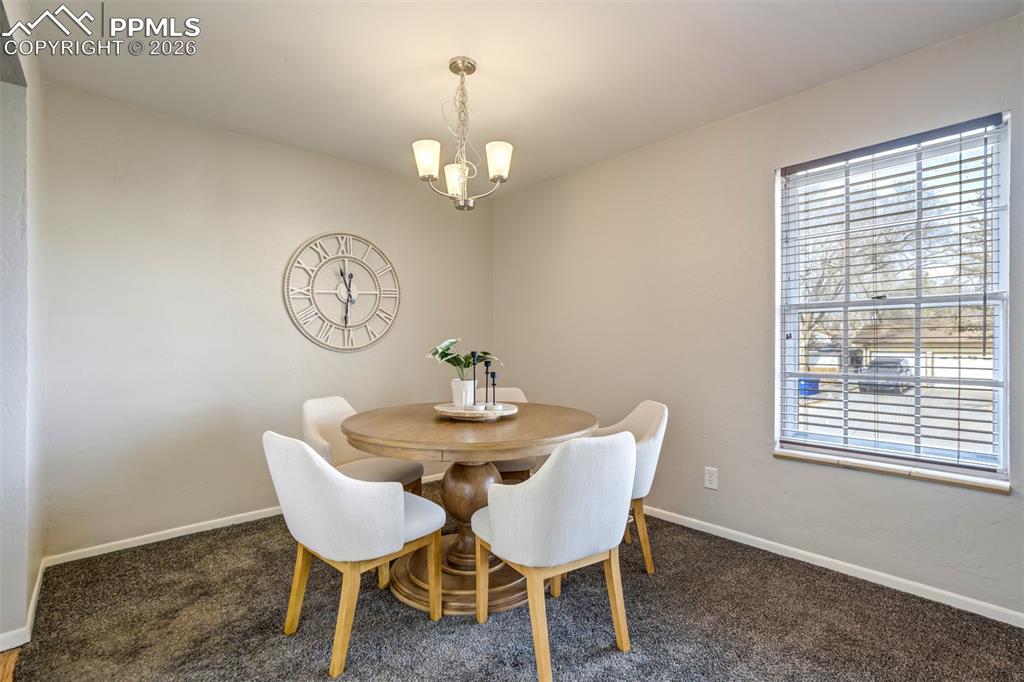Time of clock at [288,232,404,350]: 11:31
